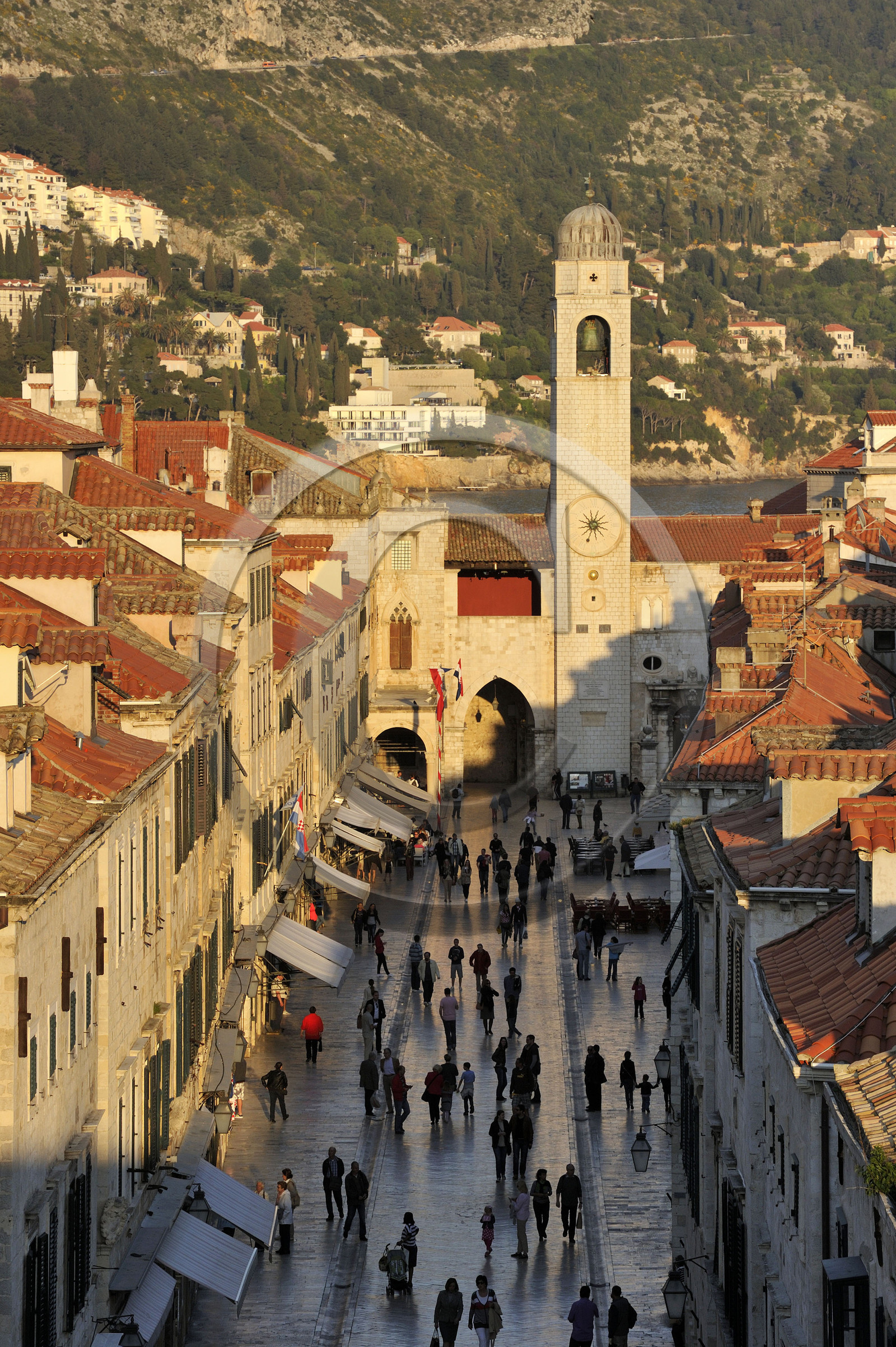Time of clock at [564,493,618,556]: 1:33
